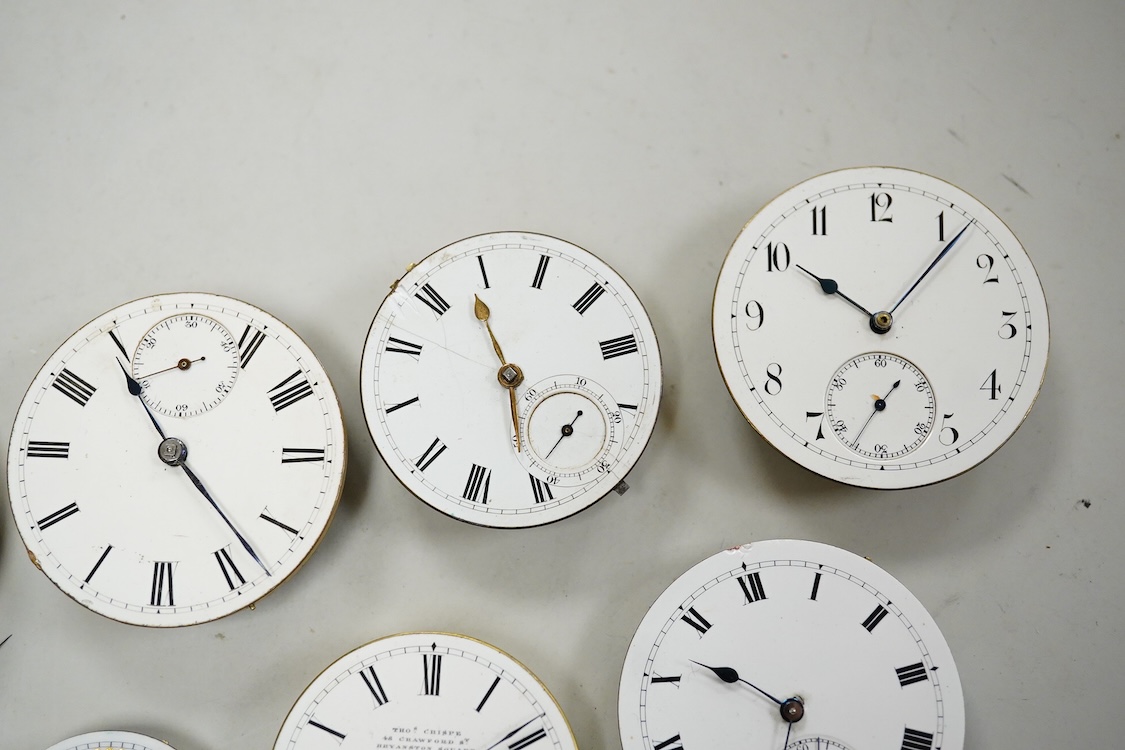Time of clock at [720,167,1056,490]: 10:06
